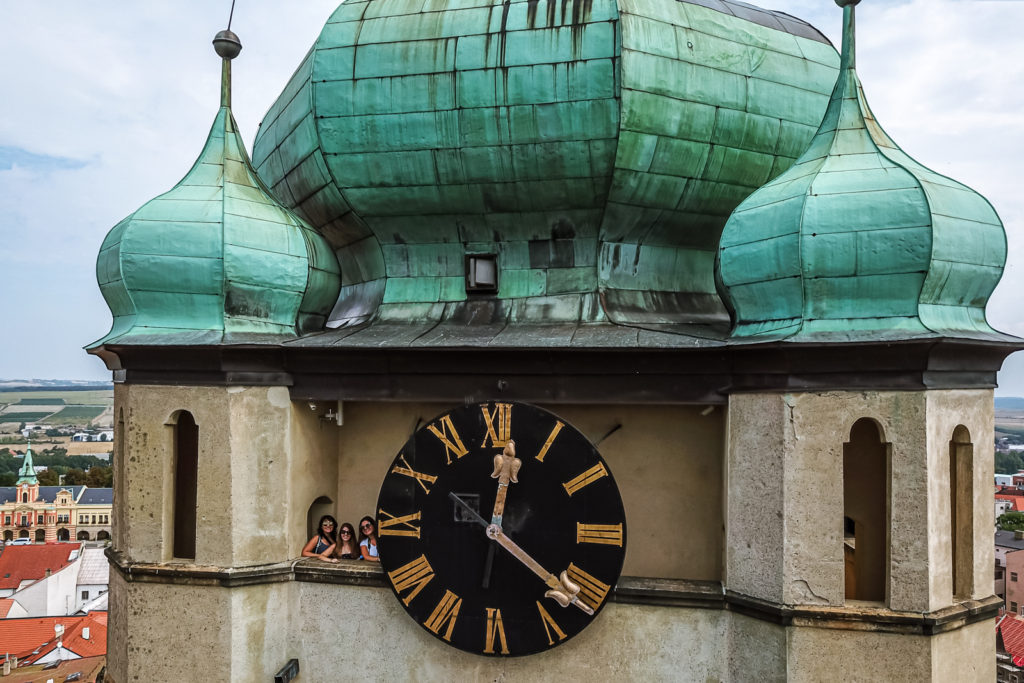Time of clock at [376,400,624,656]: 12:21
